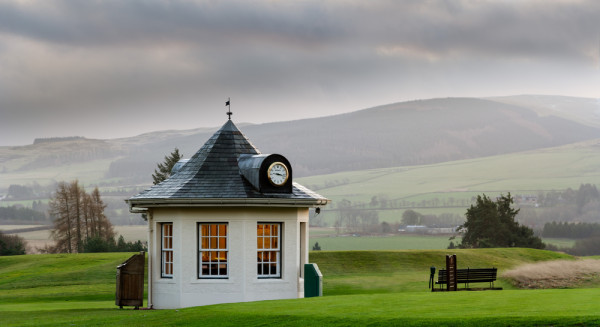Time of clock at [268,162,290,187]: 9:17
